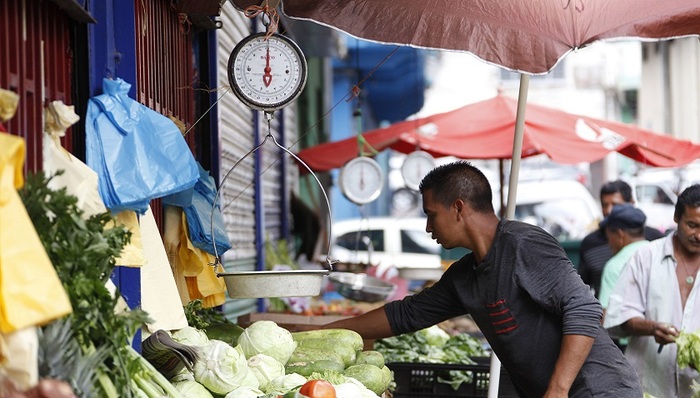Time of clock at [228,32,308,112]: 5:59
